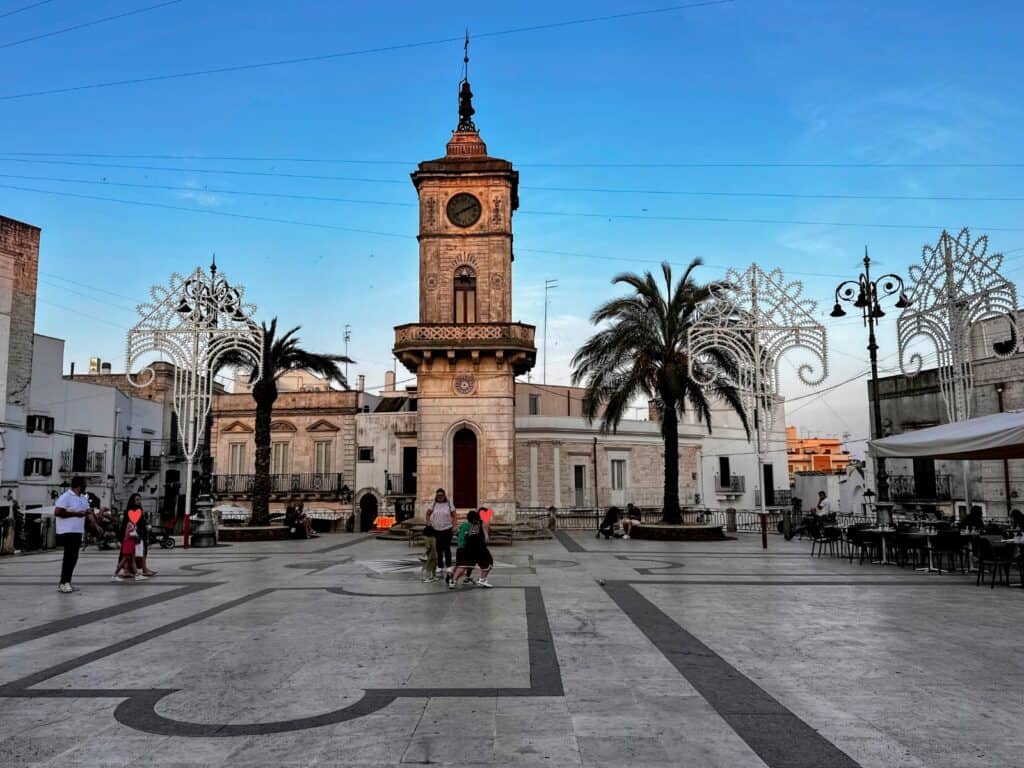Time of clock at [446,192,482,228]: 8:11
